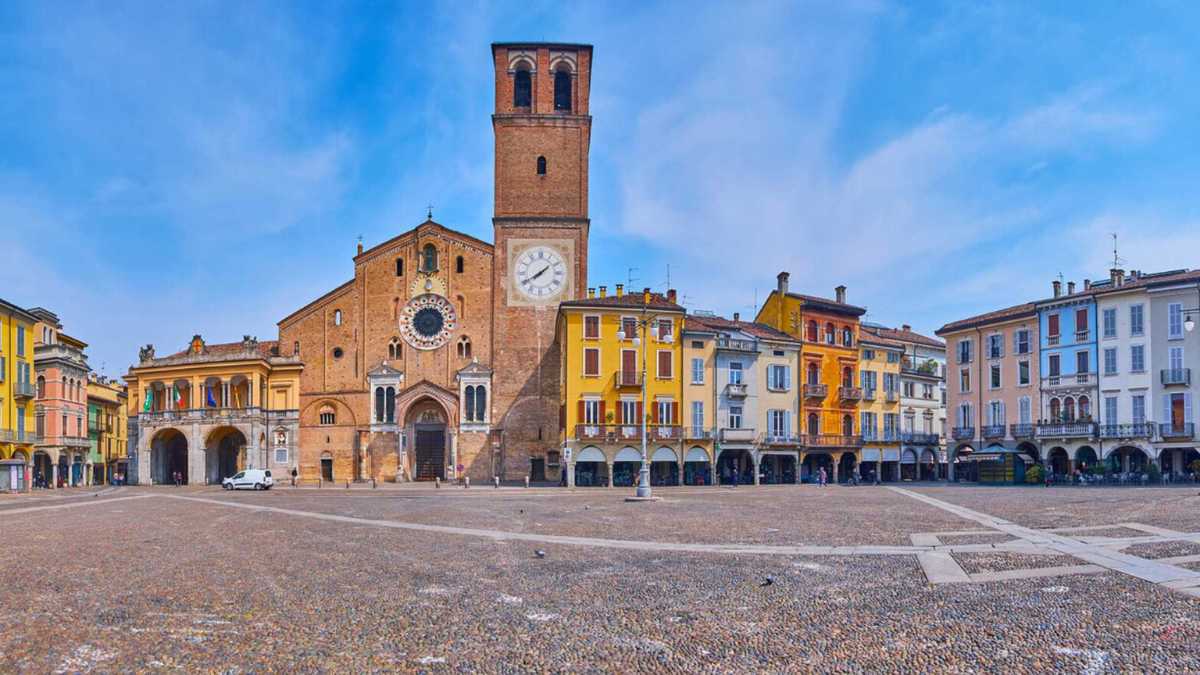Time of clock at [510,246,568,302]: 7:39
